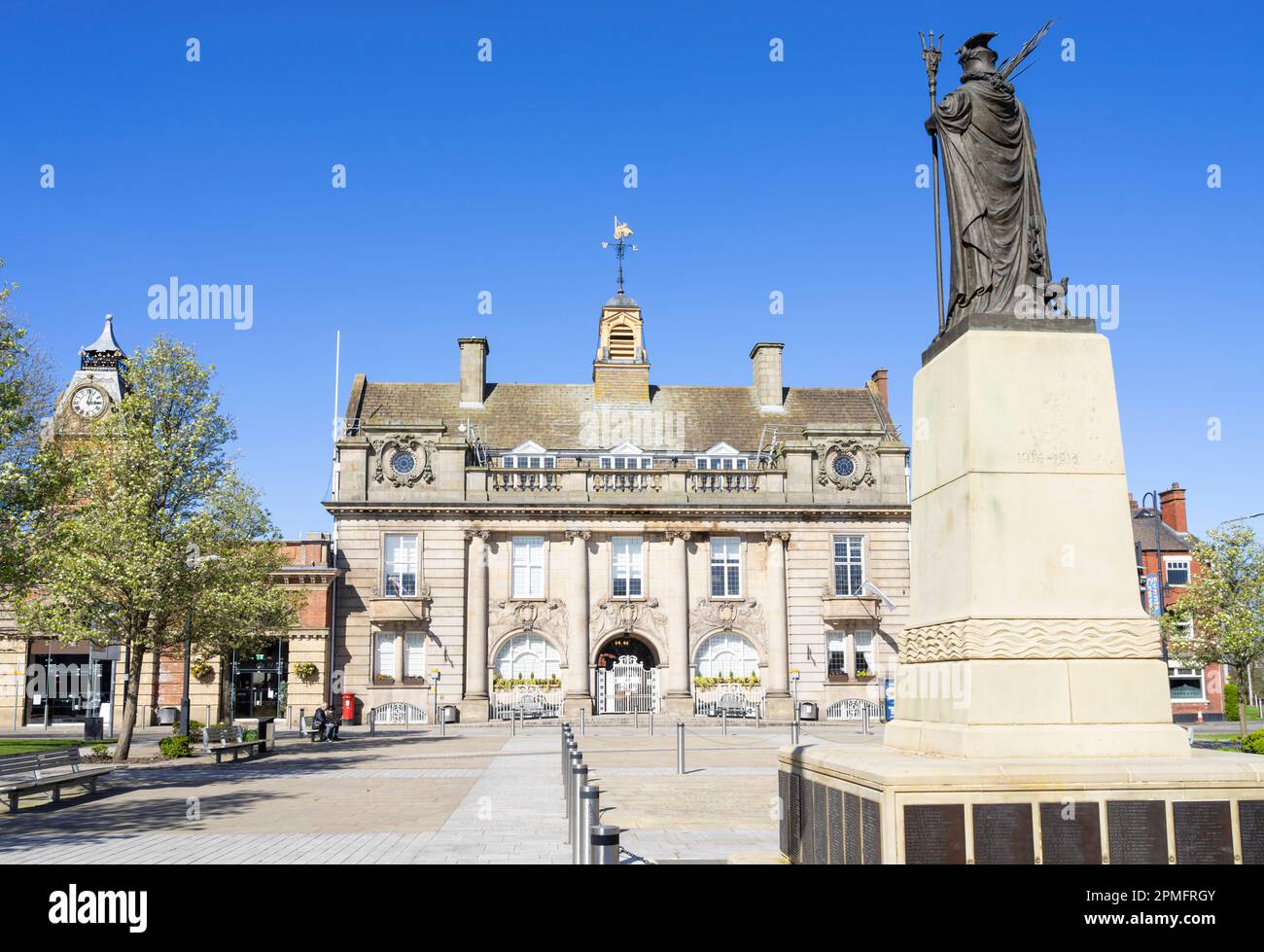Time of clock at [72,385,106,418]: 3:02
